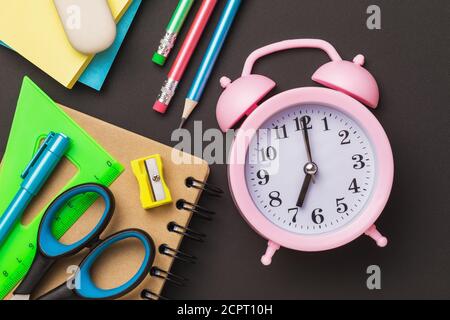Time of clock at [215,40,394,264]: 7:00
